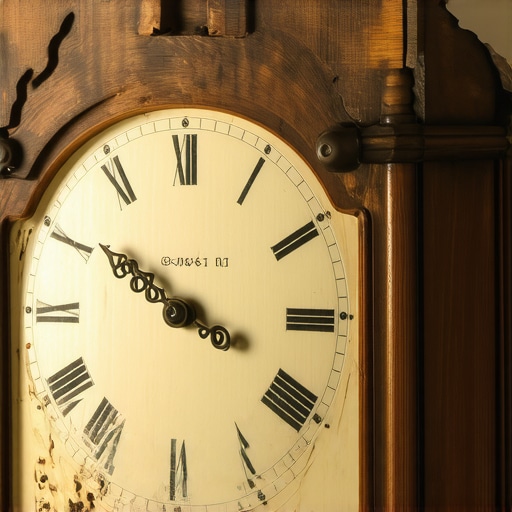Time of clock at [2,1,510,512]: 3:50
